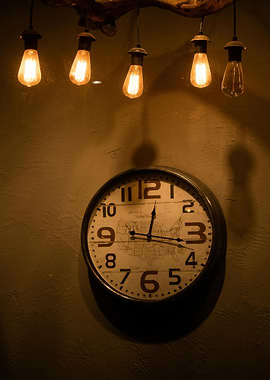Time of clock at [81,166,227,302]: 12:16
